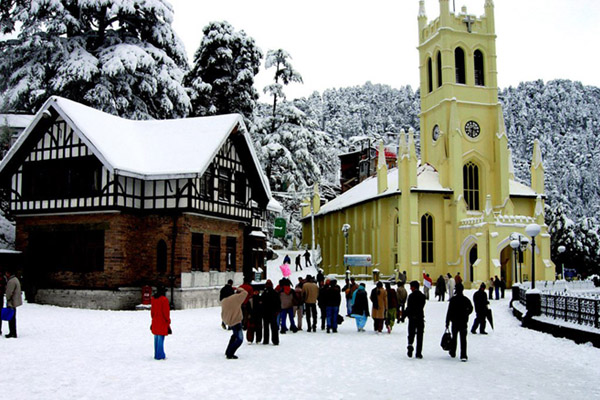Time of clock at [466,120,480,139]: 3:32
